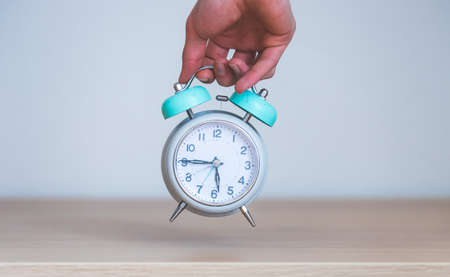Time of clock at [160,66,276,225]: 5:45
